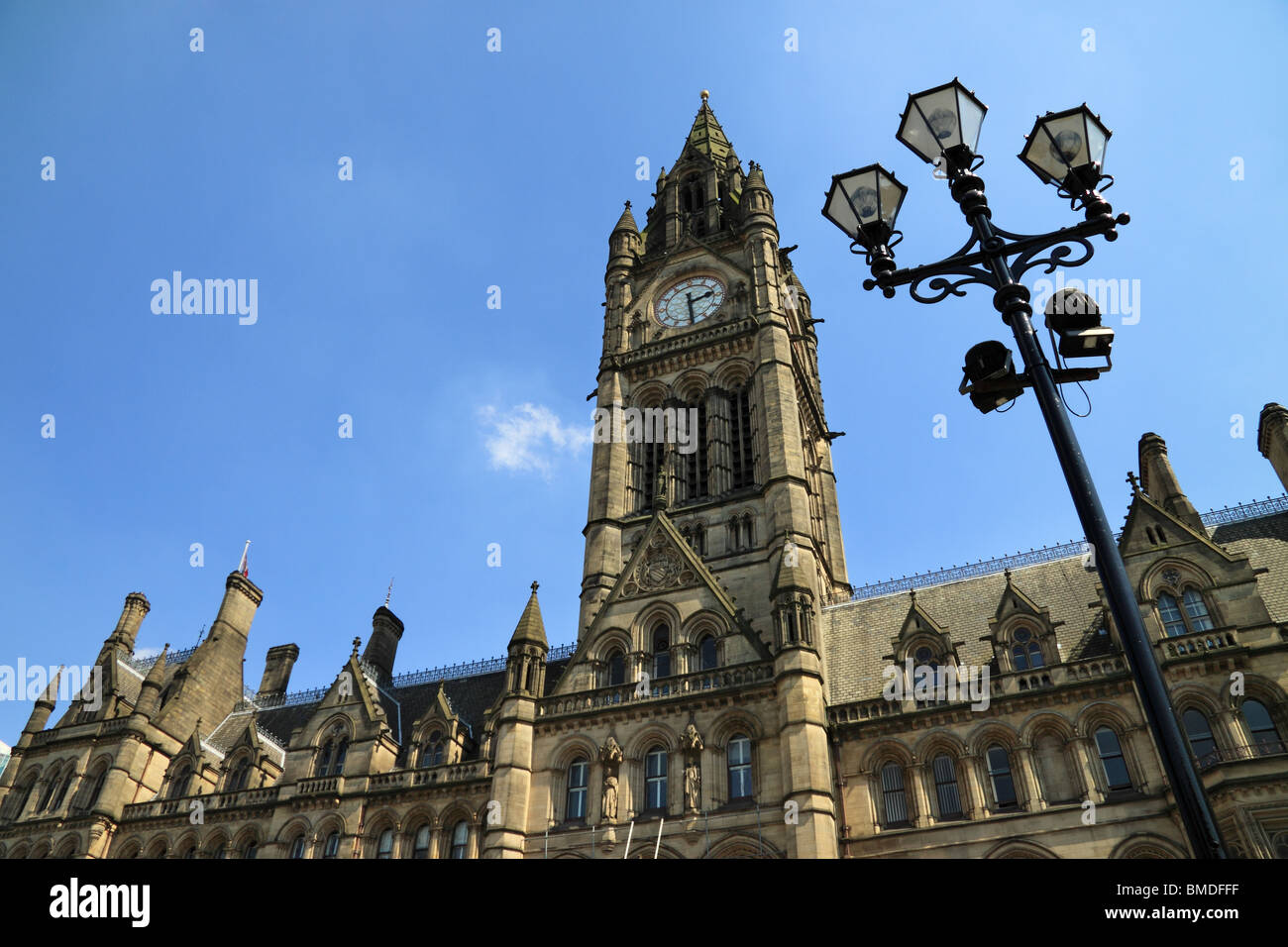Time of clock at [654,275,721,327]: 2:29
